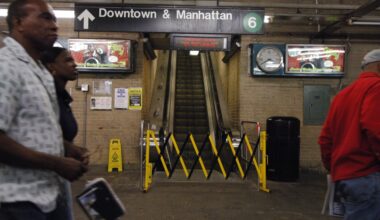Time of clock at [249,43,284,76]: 3:40
